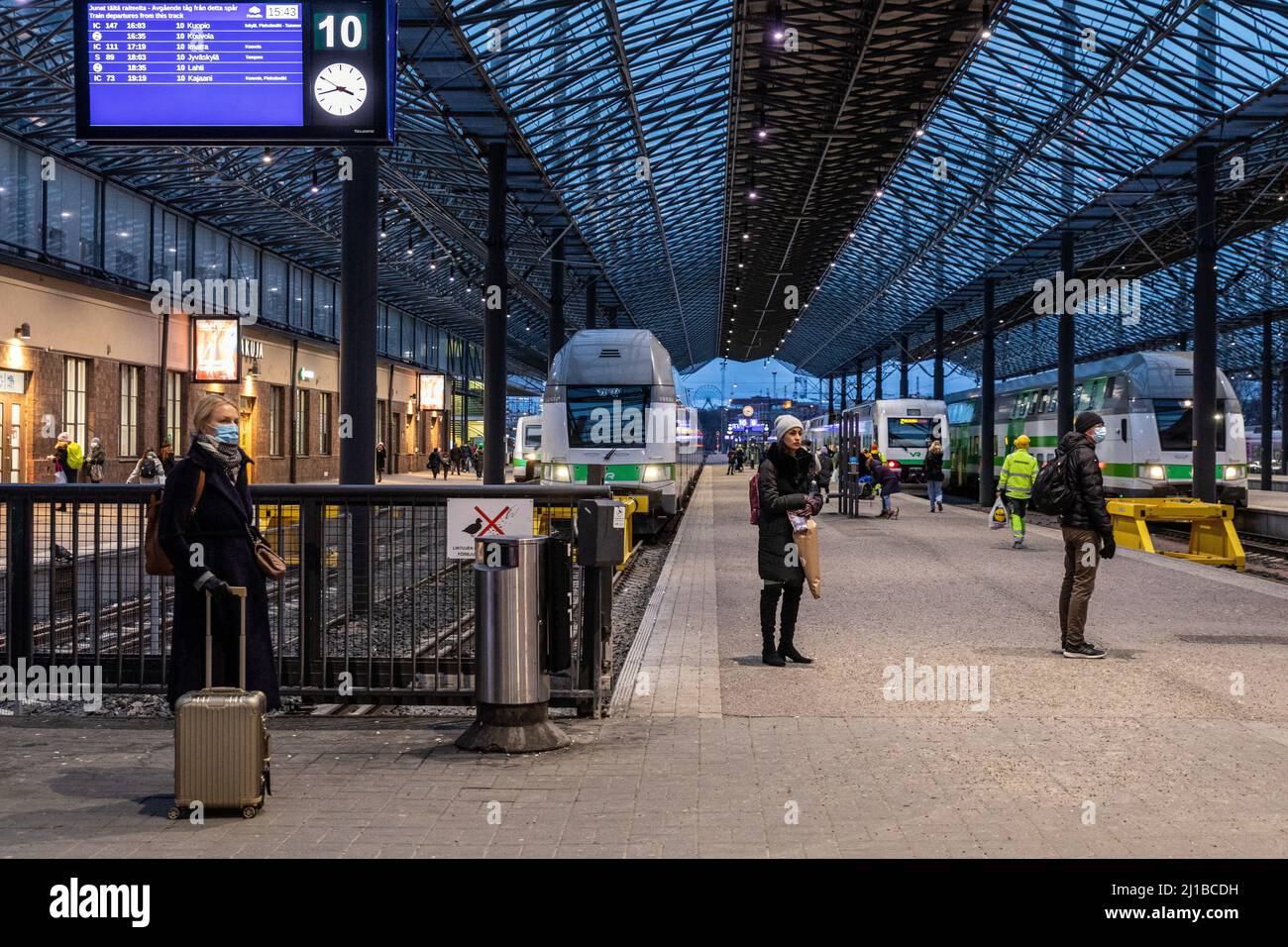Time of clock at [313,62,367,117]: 3:42
